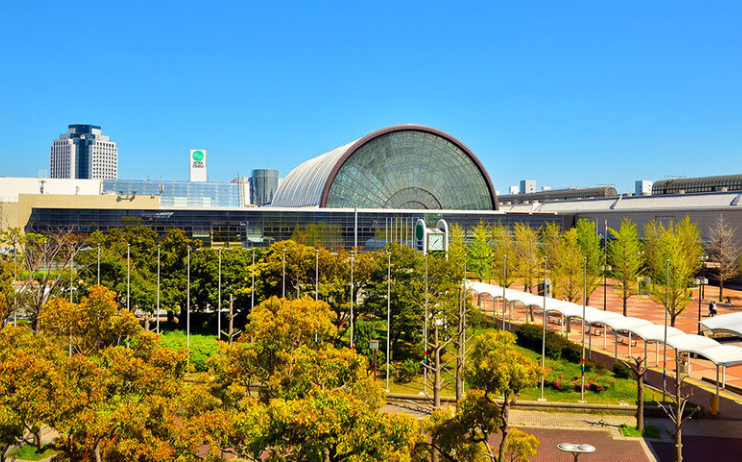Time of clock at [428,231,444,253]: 1:36
